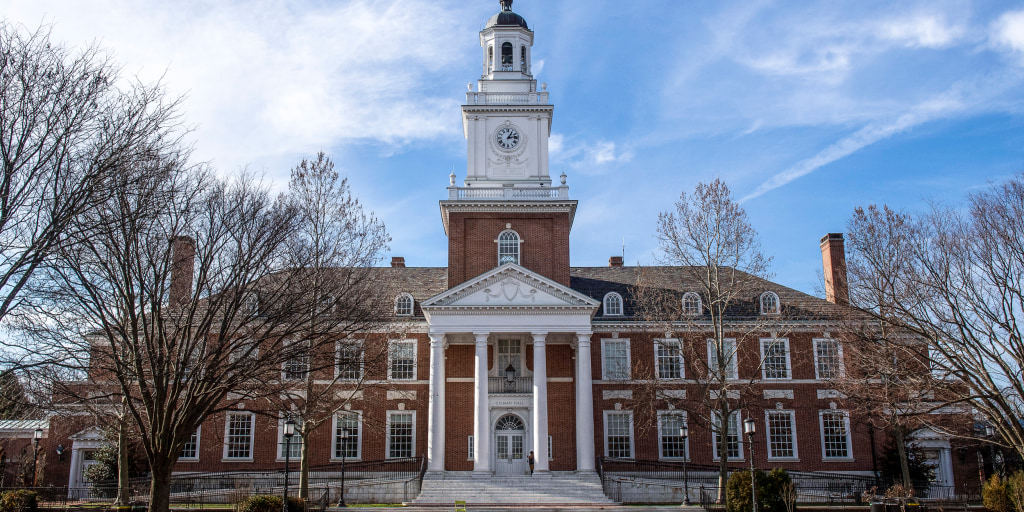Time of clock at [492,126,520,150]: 1:13
